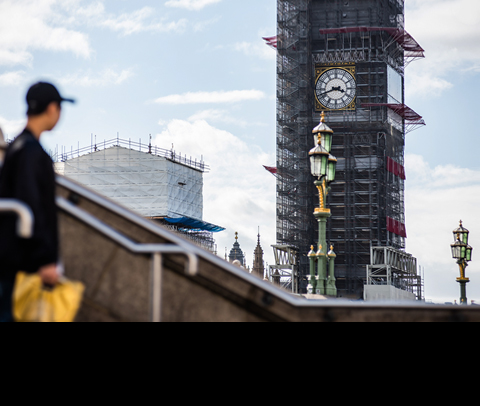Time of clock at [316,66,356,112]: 3:41
